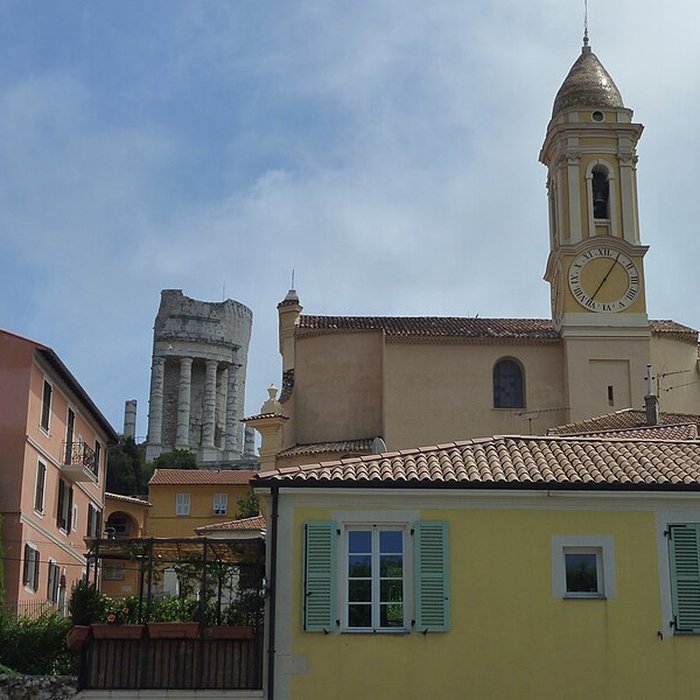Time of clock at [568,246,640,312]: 7:05
